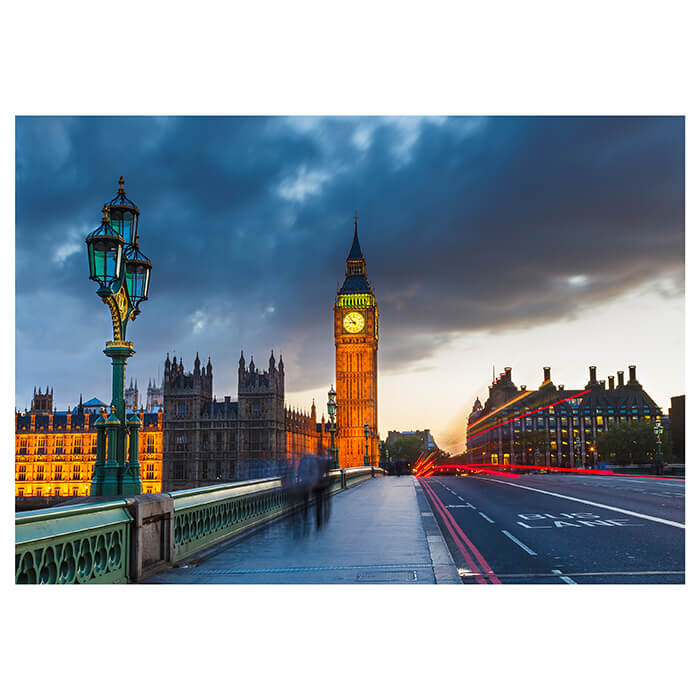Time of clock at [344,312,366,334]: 8:53
